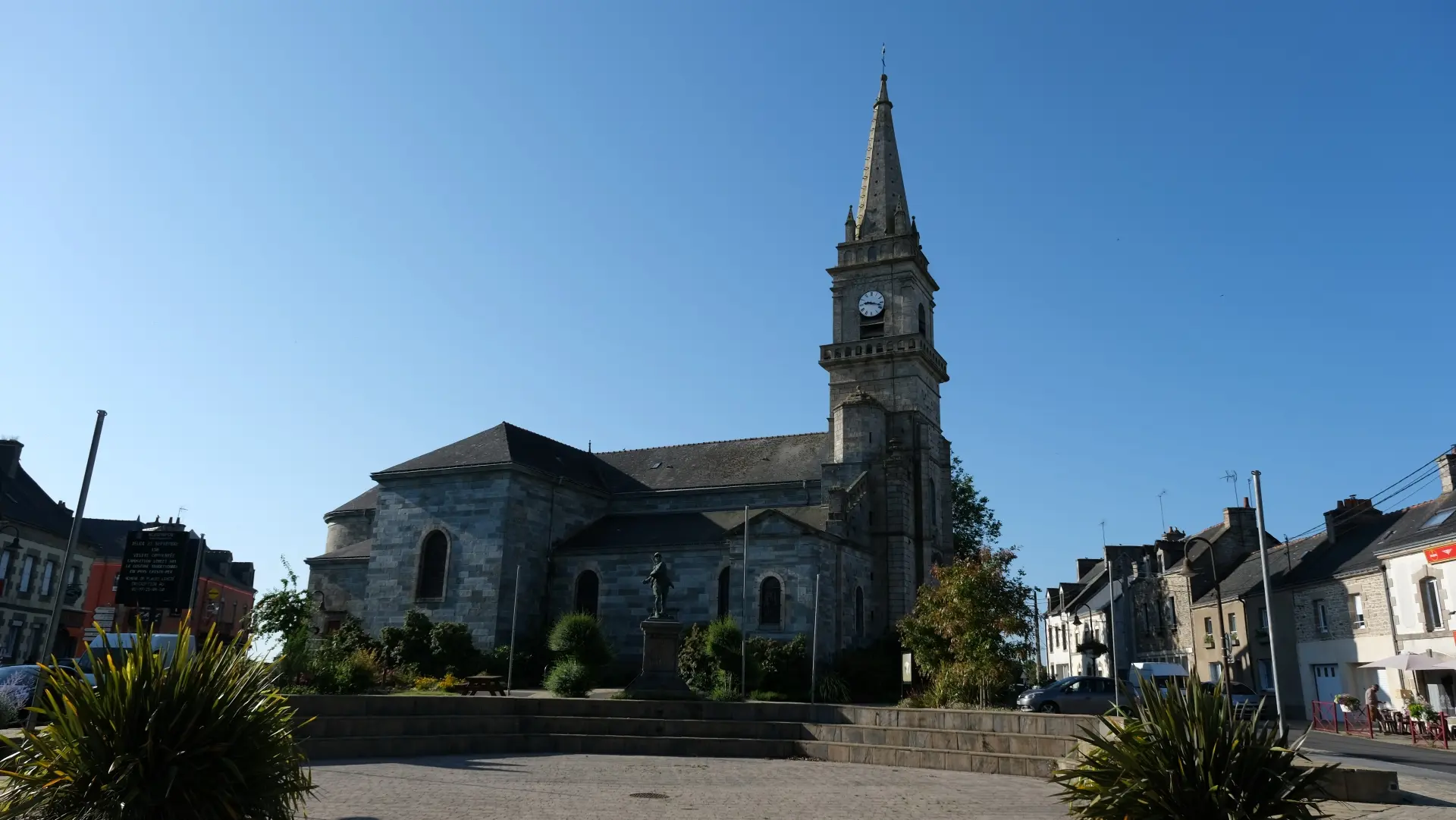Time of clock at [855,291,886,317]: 9:17
